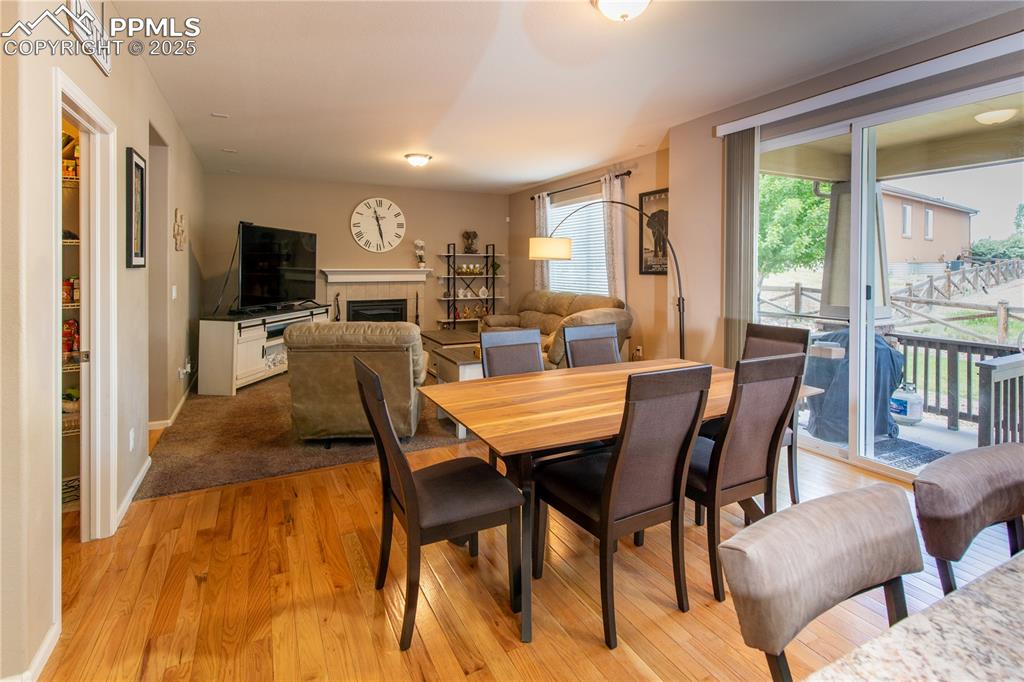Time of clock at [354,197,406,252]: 11:28
